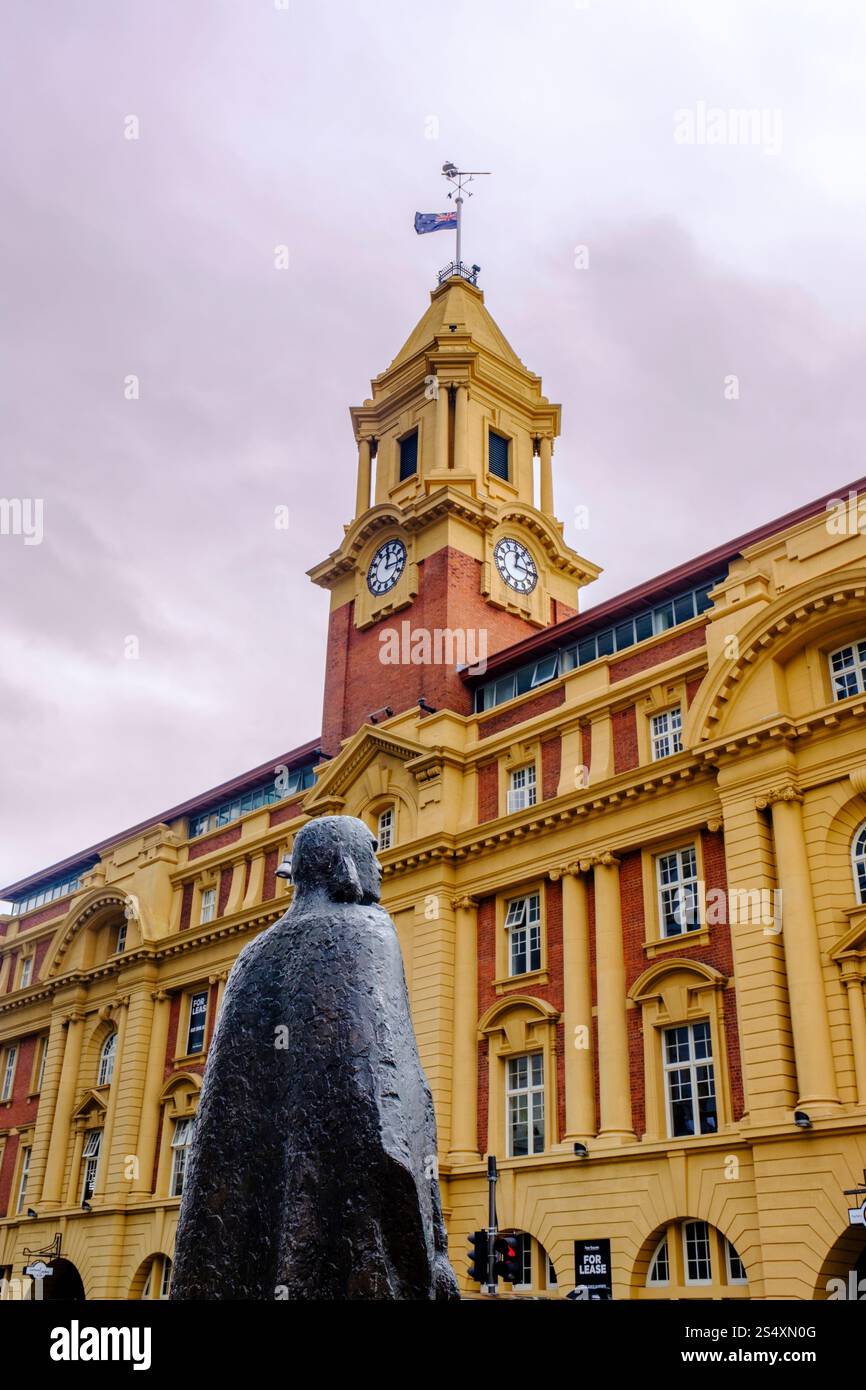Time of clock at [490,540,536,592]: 12:14
